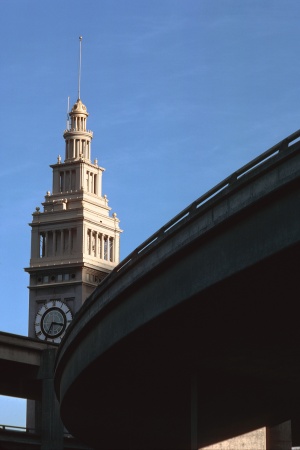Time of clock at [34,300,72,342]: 3:34
